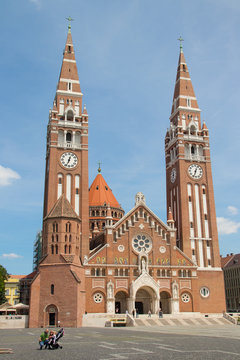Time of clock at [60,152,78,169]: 12:33
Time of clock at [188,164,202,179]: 12:33
